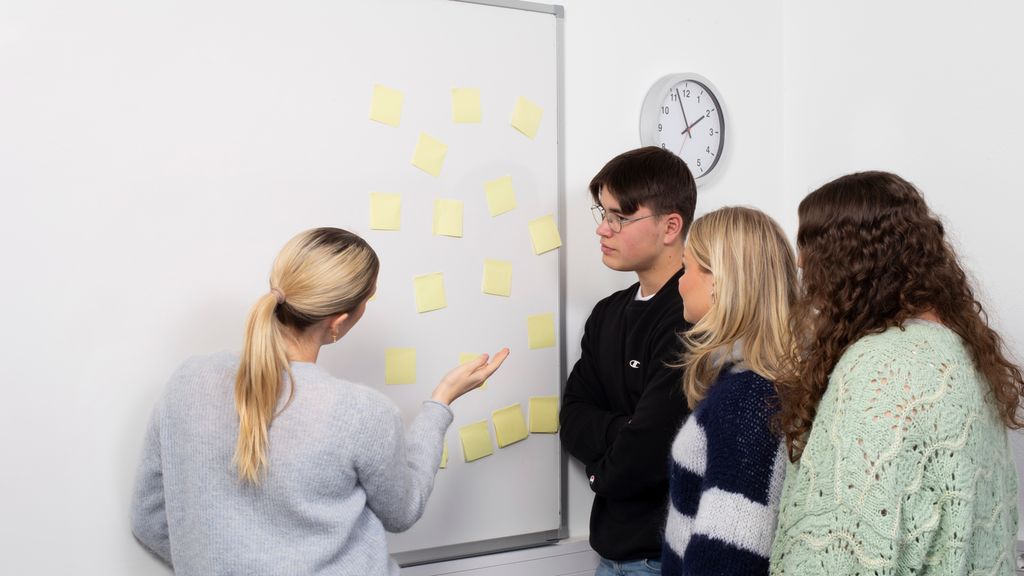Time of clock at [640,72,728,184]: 1:56
